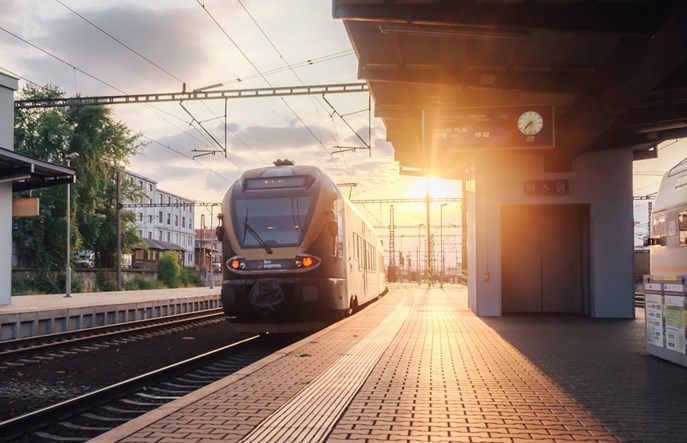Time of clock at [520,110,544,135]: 7:37
